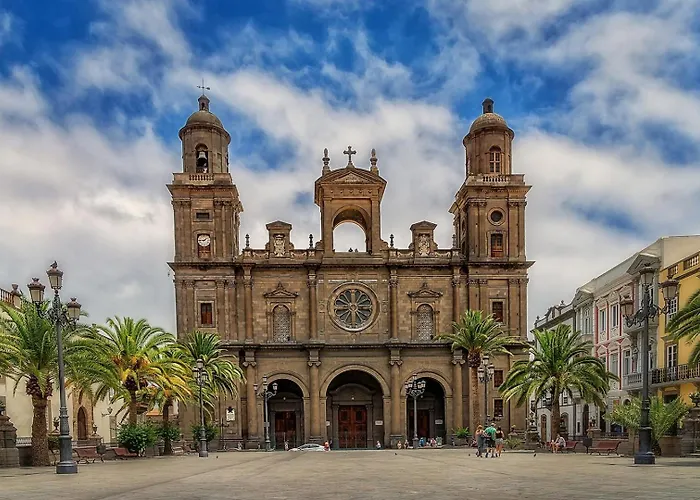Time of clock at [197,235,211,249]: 1:45
